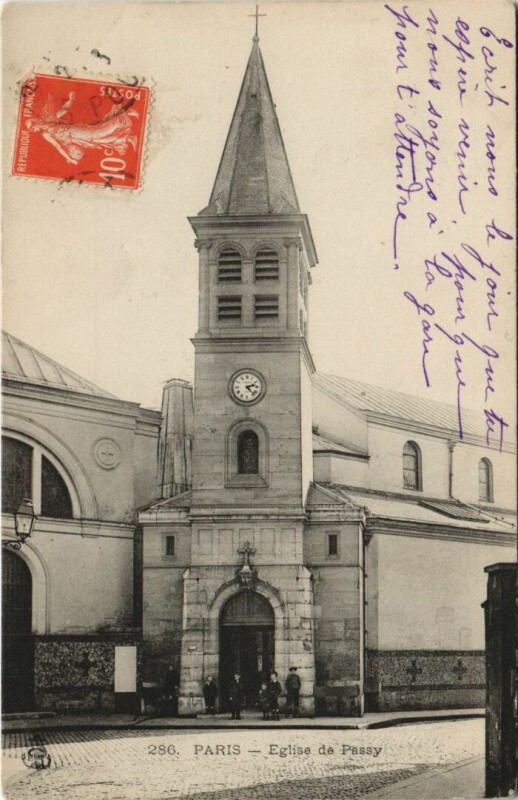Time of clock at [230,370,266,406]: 2:22
